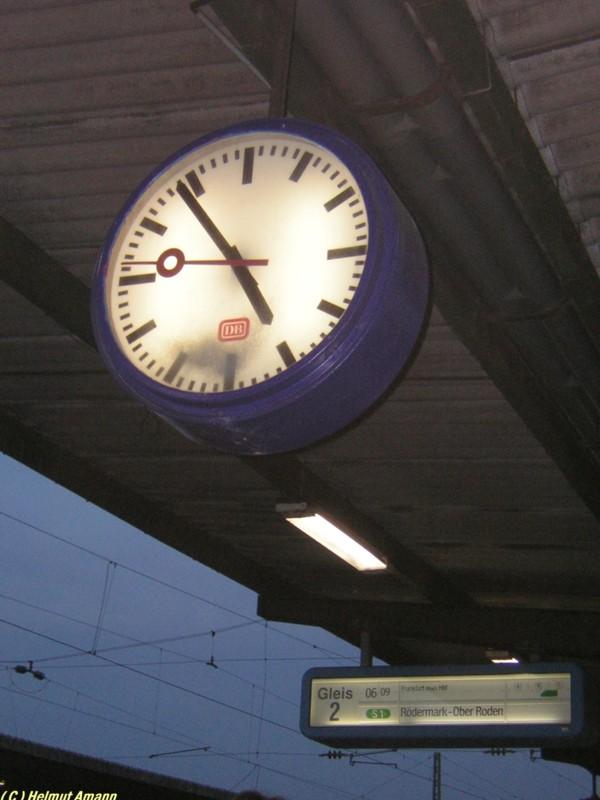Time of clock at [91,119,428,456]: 4:53
